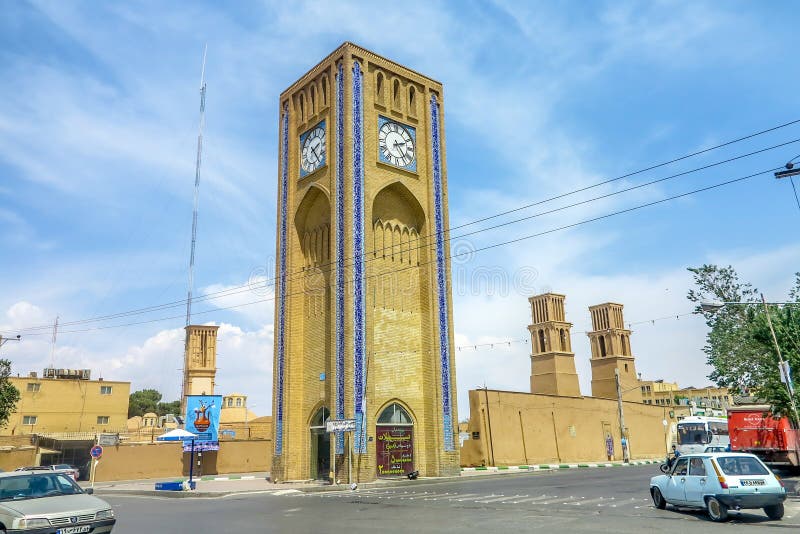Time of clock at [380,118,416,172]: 2:23
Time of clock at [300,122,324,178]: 2:23
